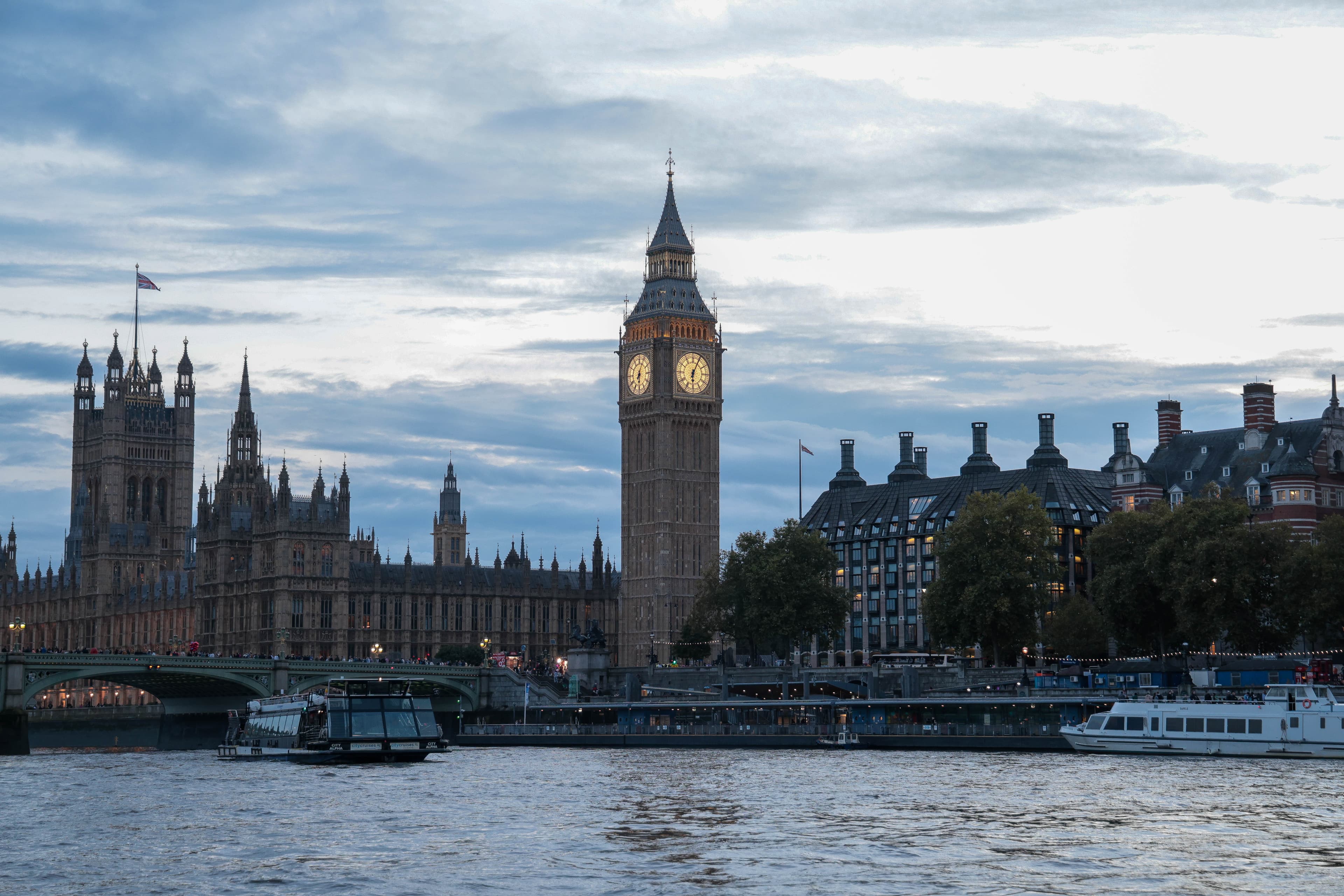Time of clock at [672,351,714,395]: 6:04
